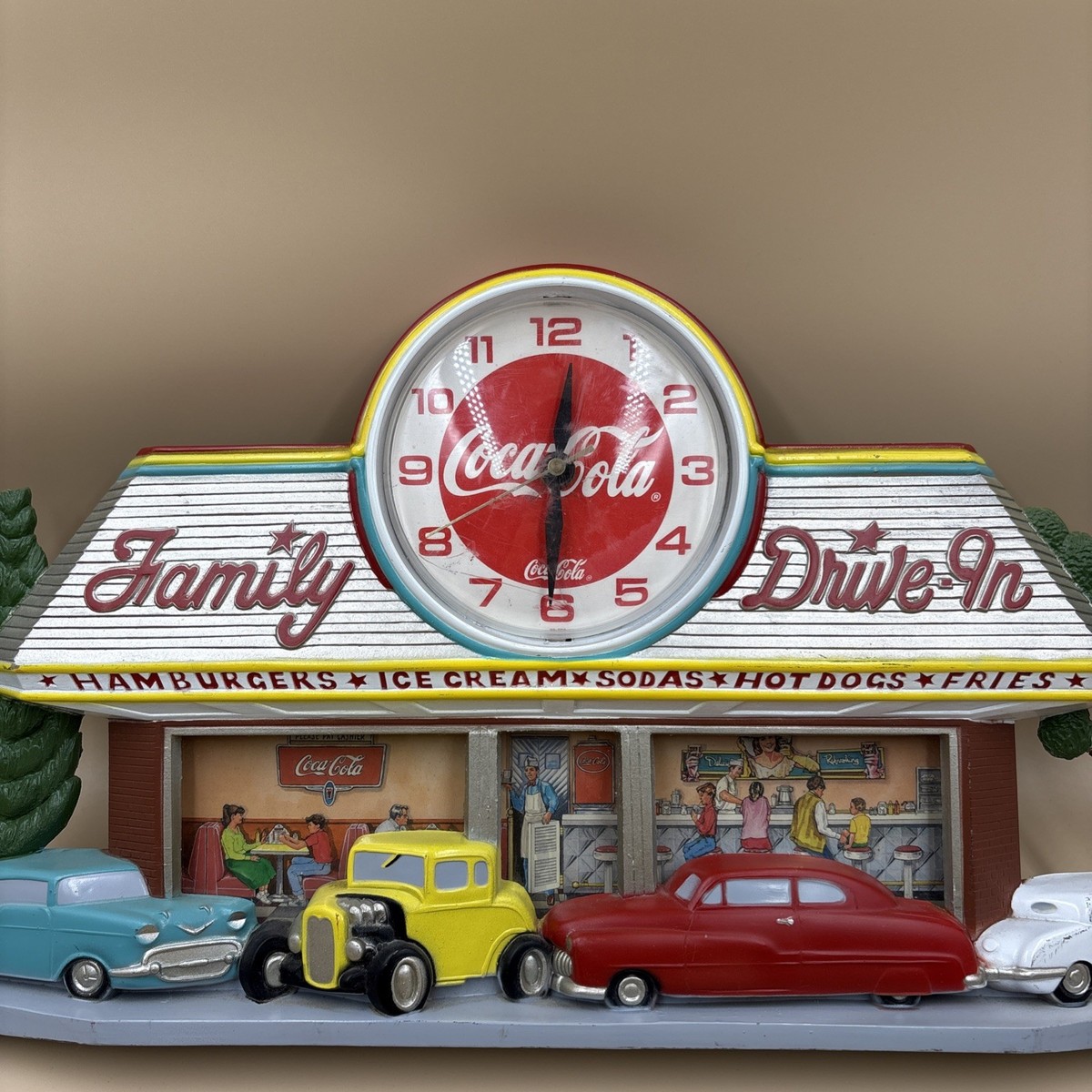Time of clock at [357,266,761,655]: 12:30
